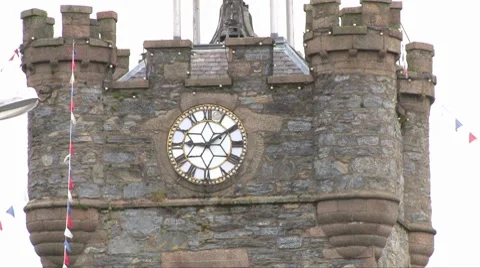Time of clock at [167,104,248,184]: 9:09
